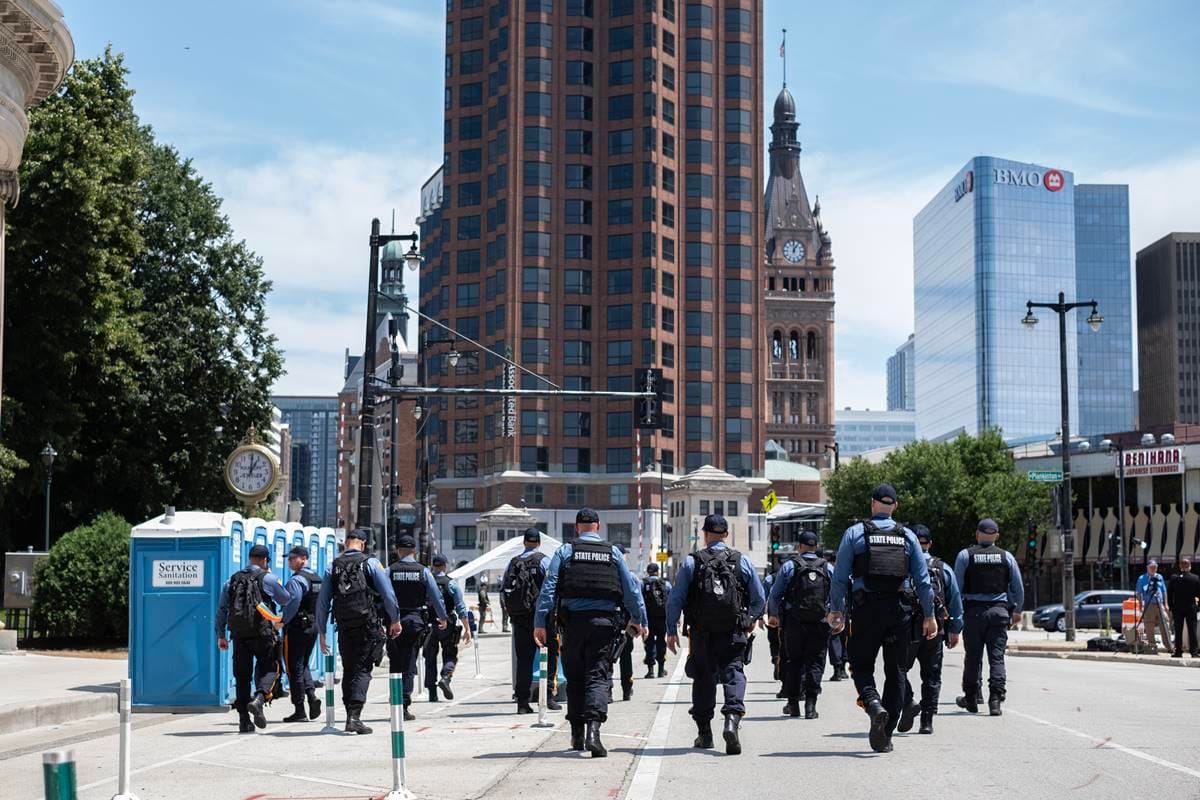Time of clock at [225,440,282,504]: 1:01
